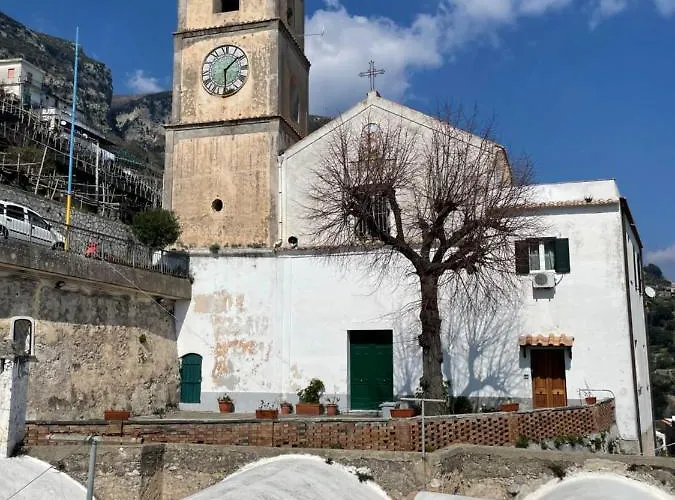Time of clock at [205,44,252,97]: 1:29
